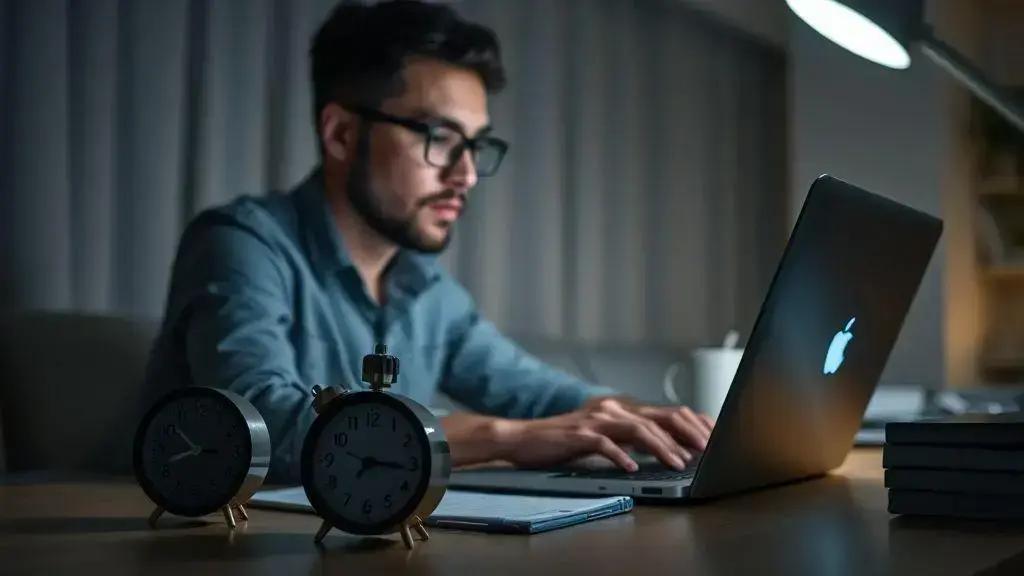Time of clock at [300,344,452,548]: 7:16
